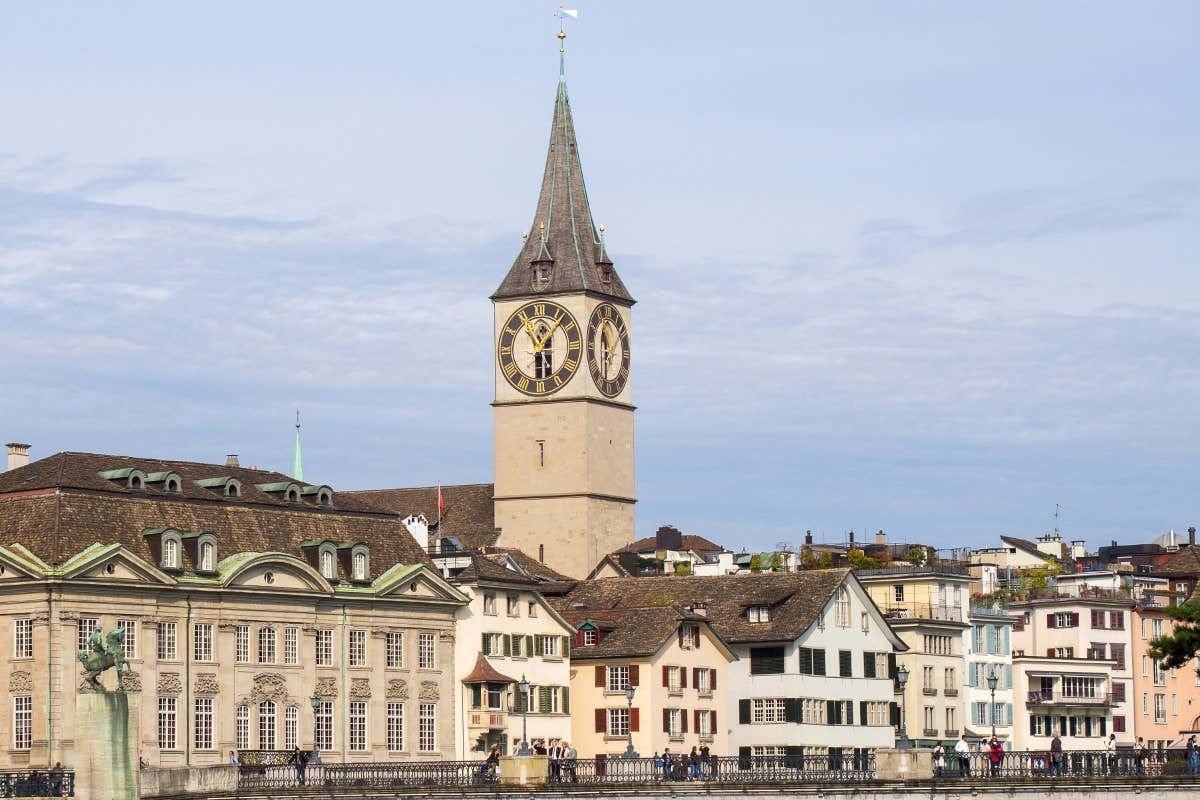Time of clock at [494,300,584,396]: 6:06
